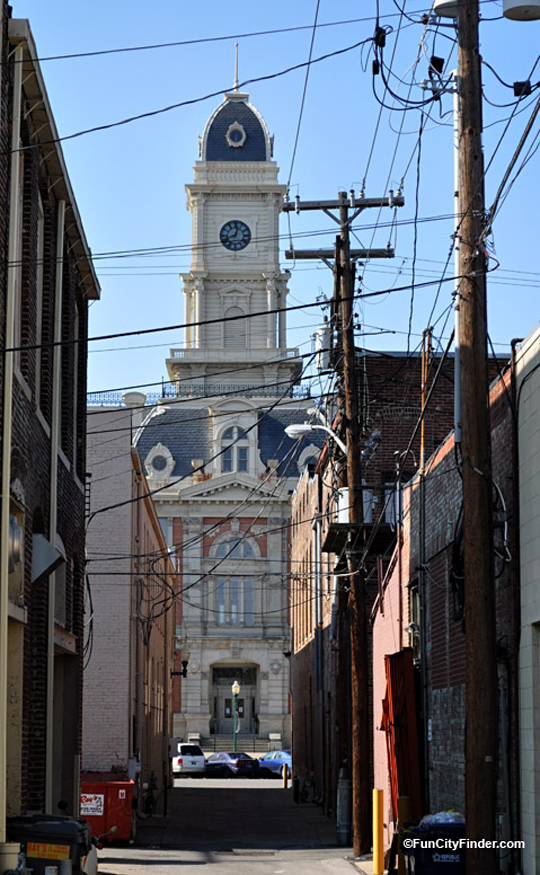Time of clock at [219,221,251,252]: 12:41
